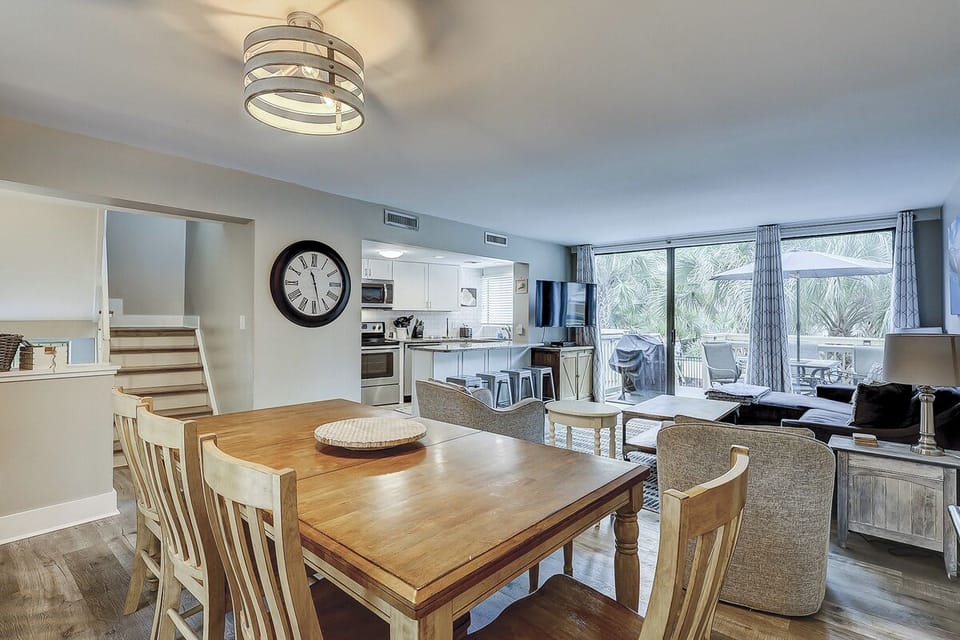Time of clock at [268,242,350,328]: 11:27
